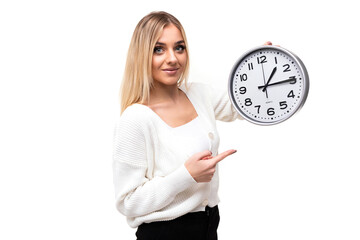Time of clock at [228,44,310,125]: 1:14
